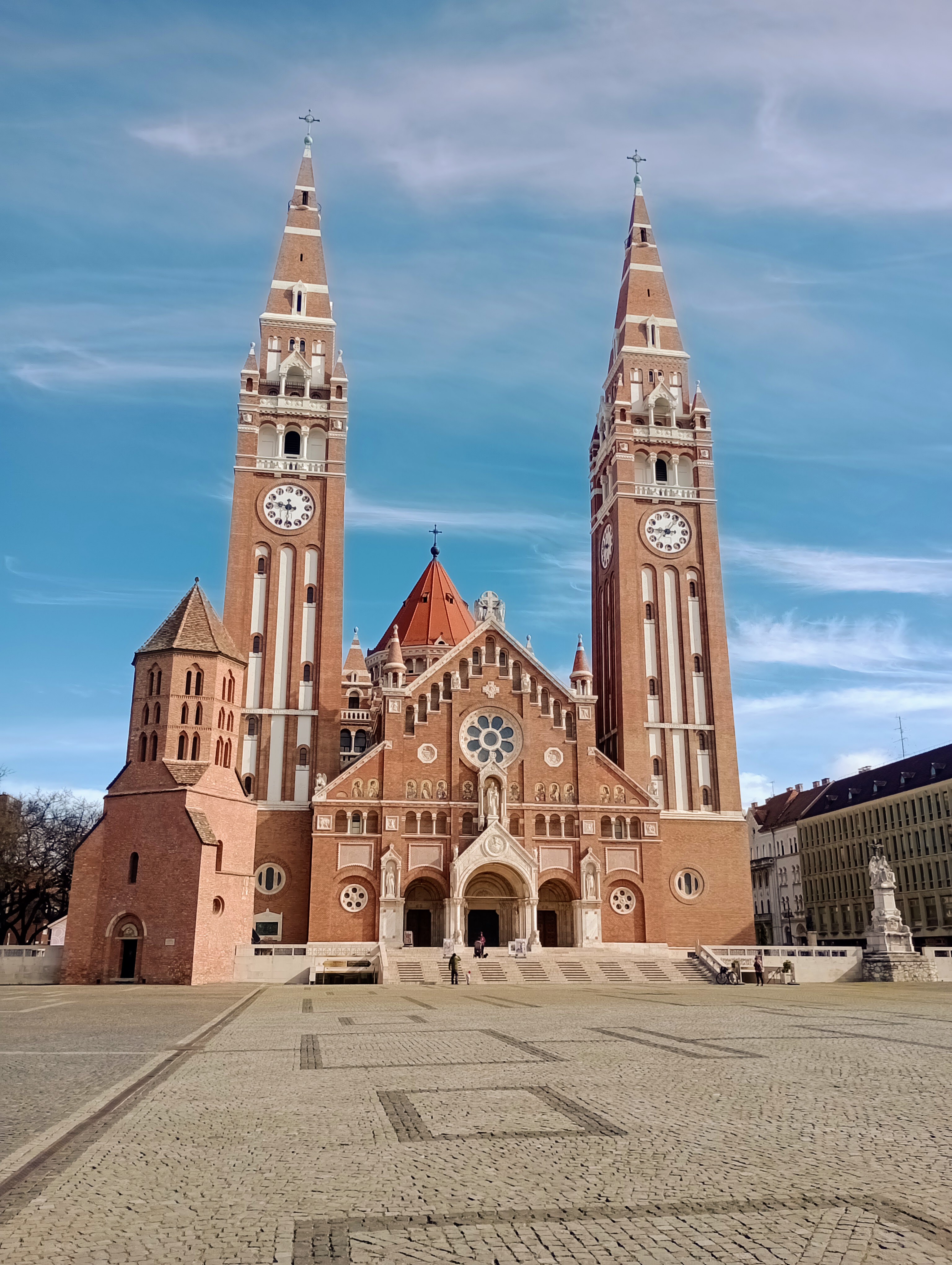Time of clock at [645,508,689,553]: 9:06
